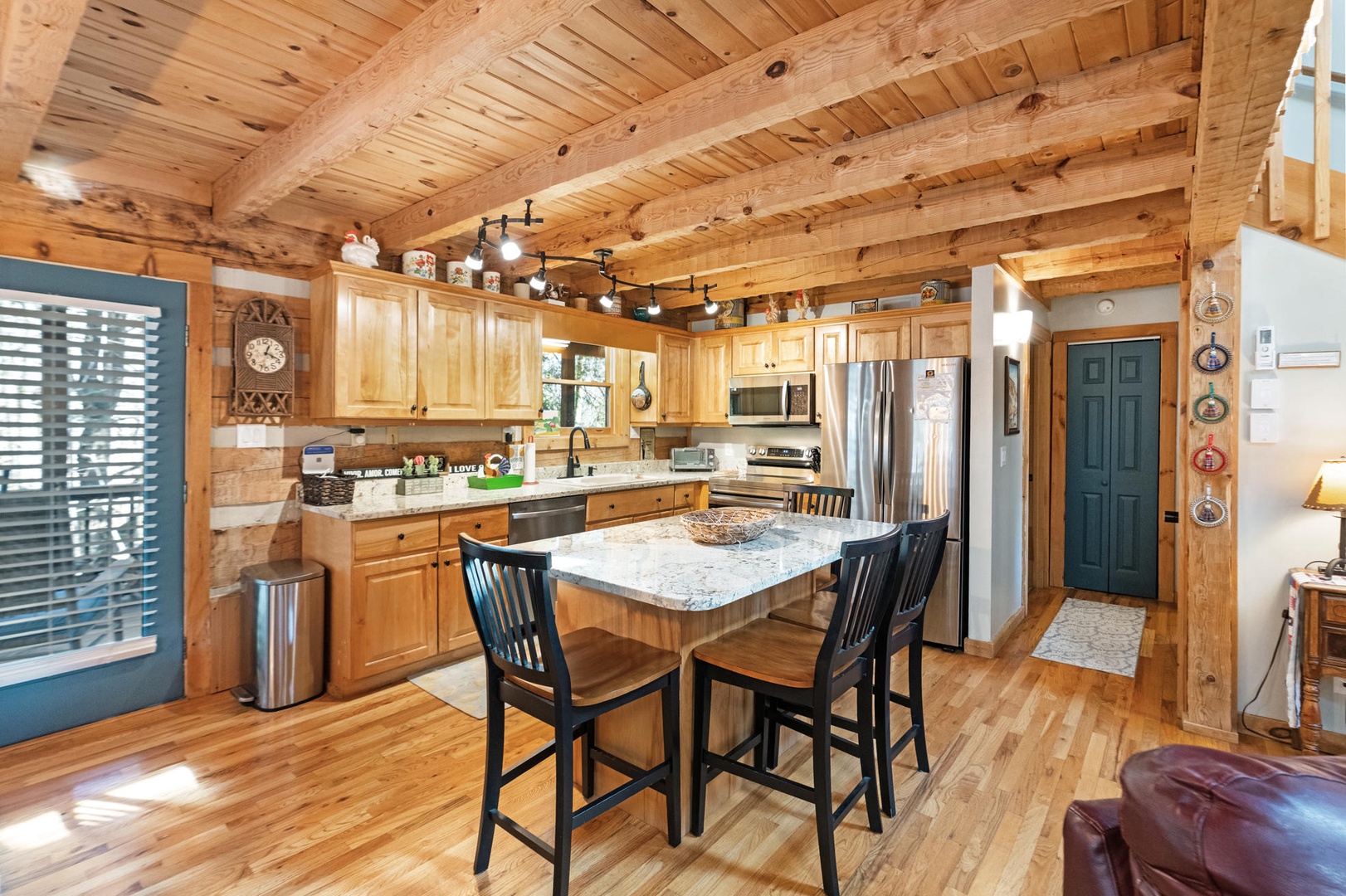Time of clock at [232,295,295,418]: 1:18
